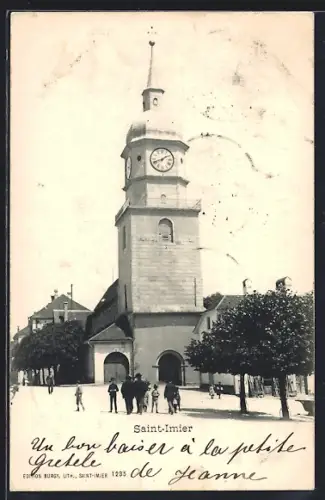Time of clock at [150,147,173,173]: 1:41
